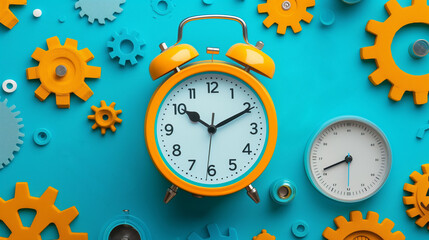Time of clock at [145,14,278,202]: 10:10
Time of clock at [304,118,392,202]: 8:41
